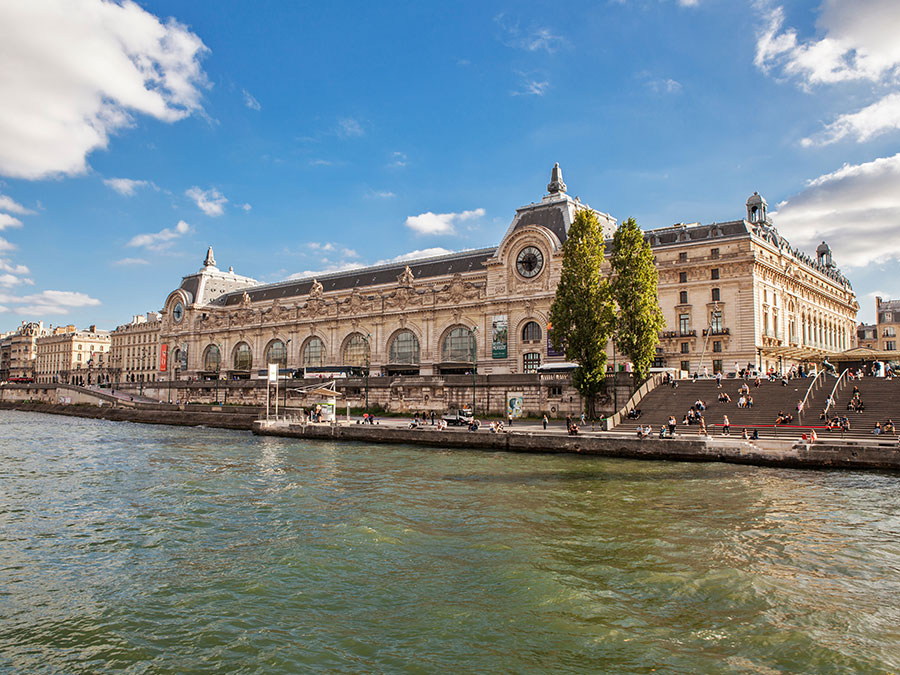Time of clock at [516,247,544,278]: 5:45
